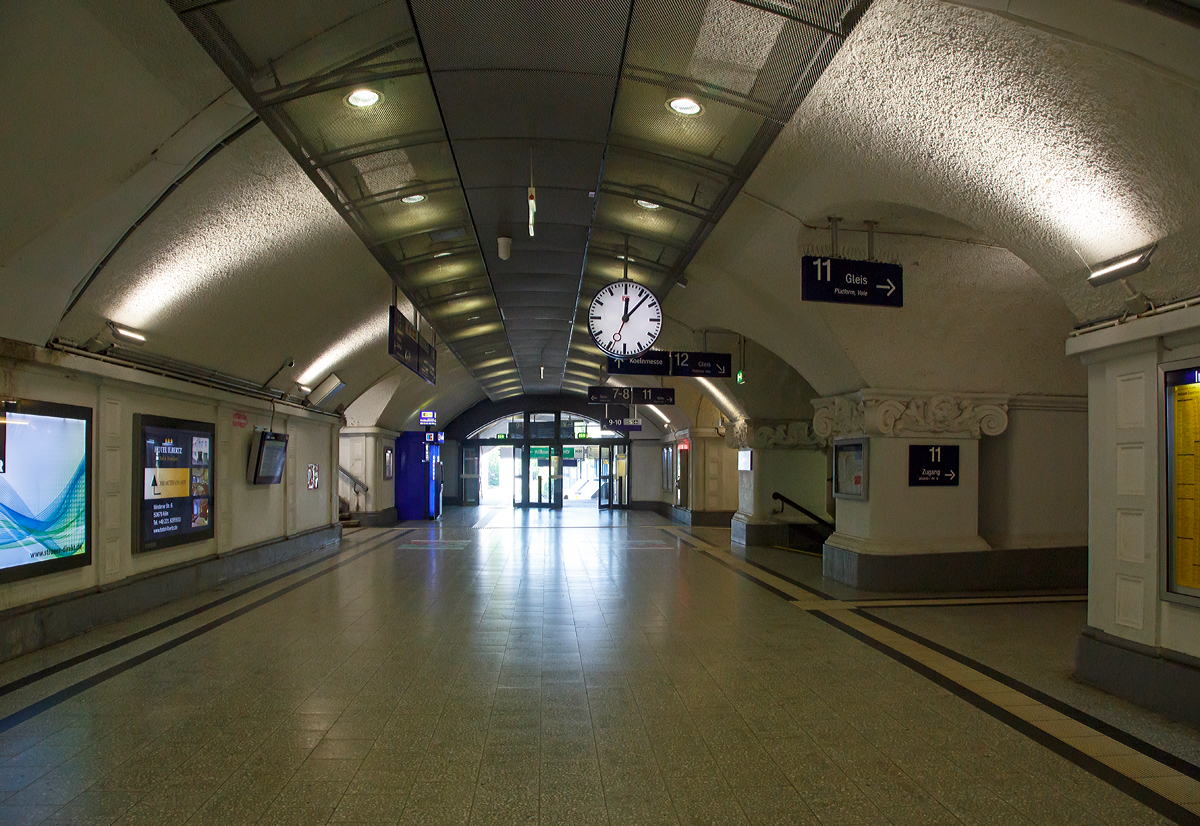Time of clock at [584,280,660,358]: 12:07
